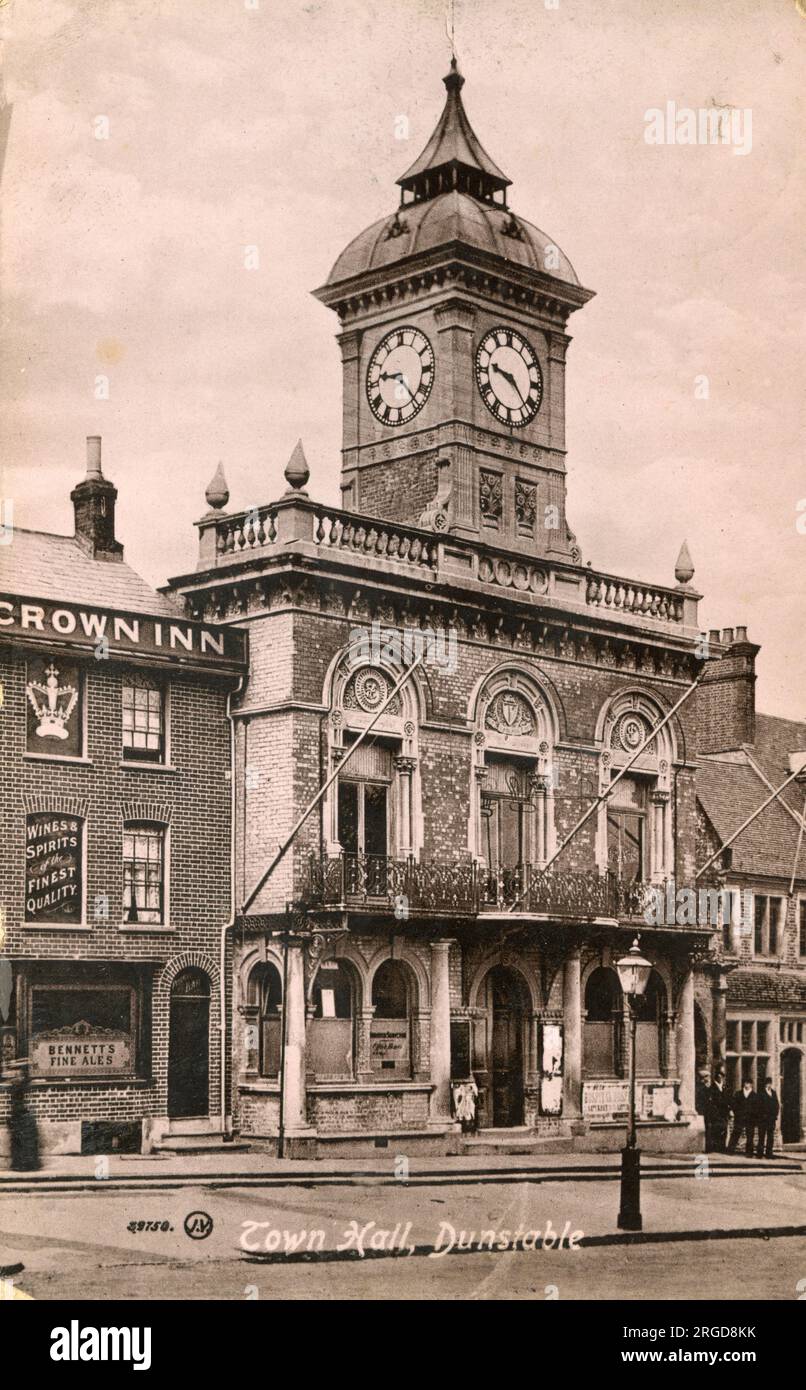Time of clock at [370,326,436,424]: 9:23
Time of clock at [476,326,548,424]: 9:22
